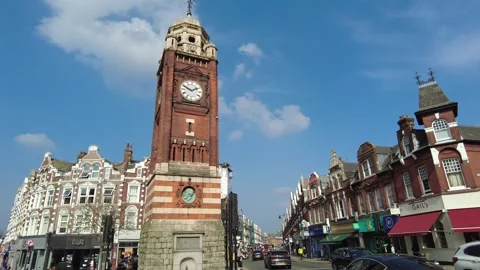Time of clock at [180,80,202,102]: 1:49
